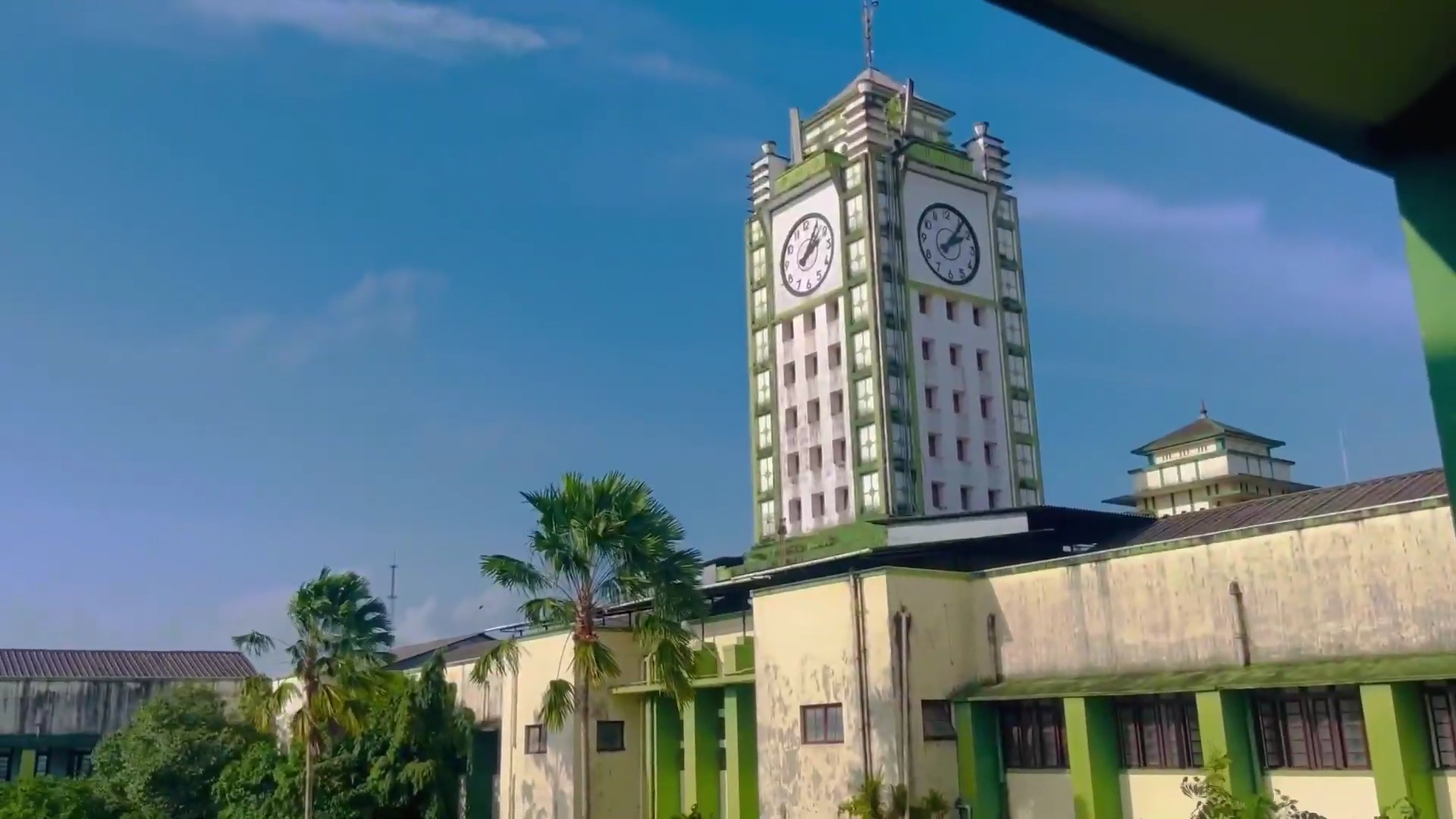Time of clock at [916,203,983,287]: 2:06
